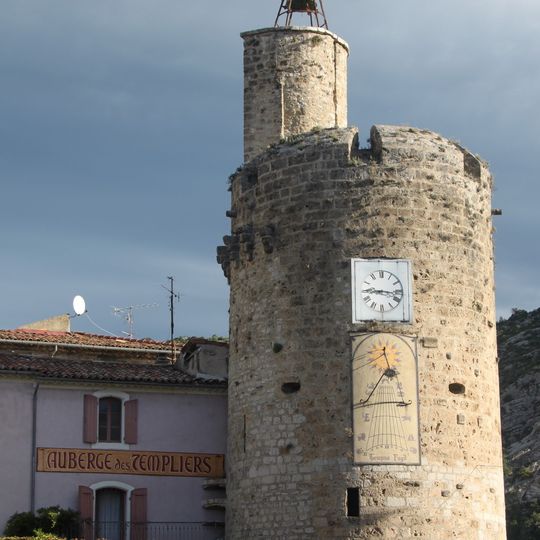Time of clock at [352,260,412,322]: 9:16
